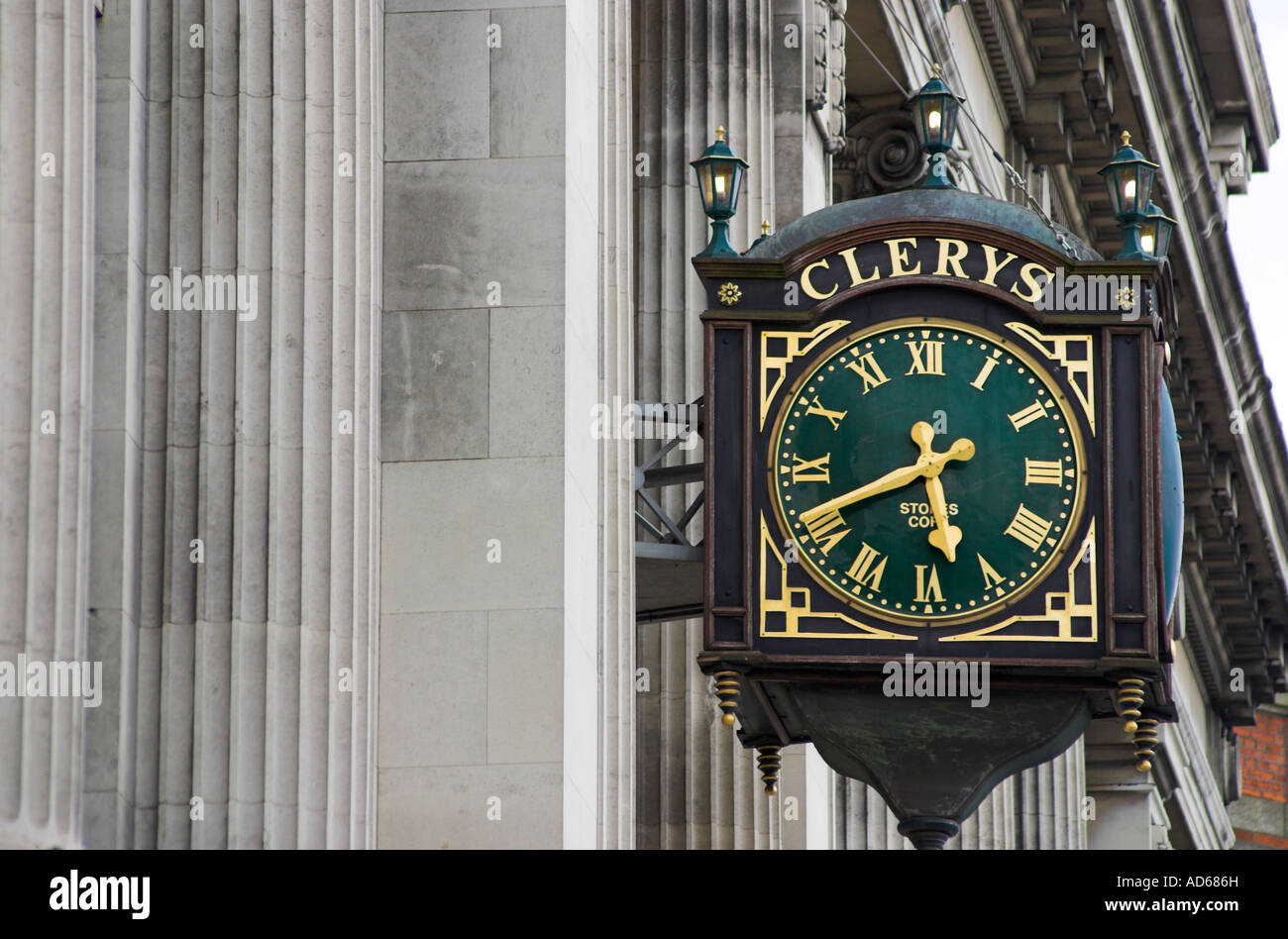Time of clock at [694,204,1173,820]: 5:41
